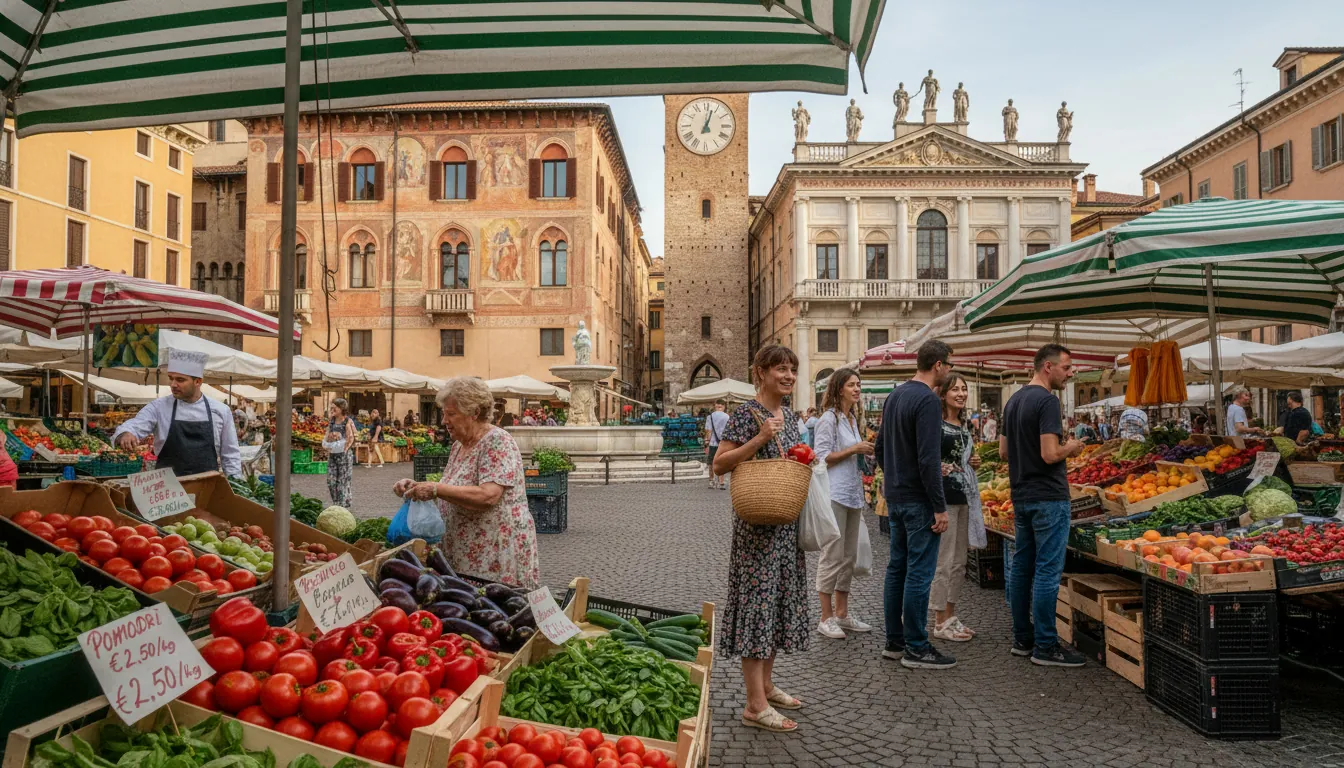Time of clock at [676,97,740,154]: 7:02
